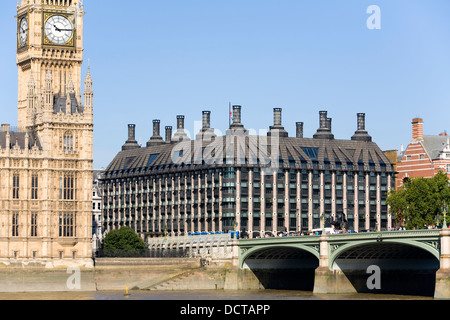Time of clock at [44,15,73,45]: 10:14
